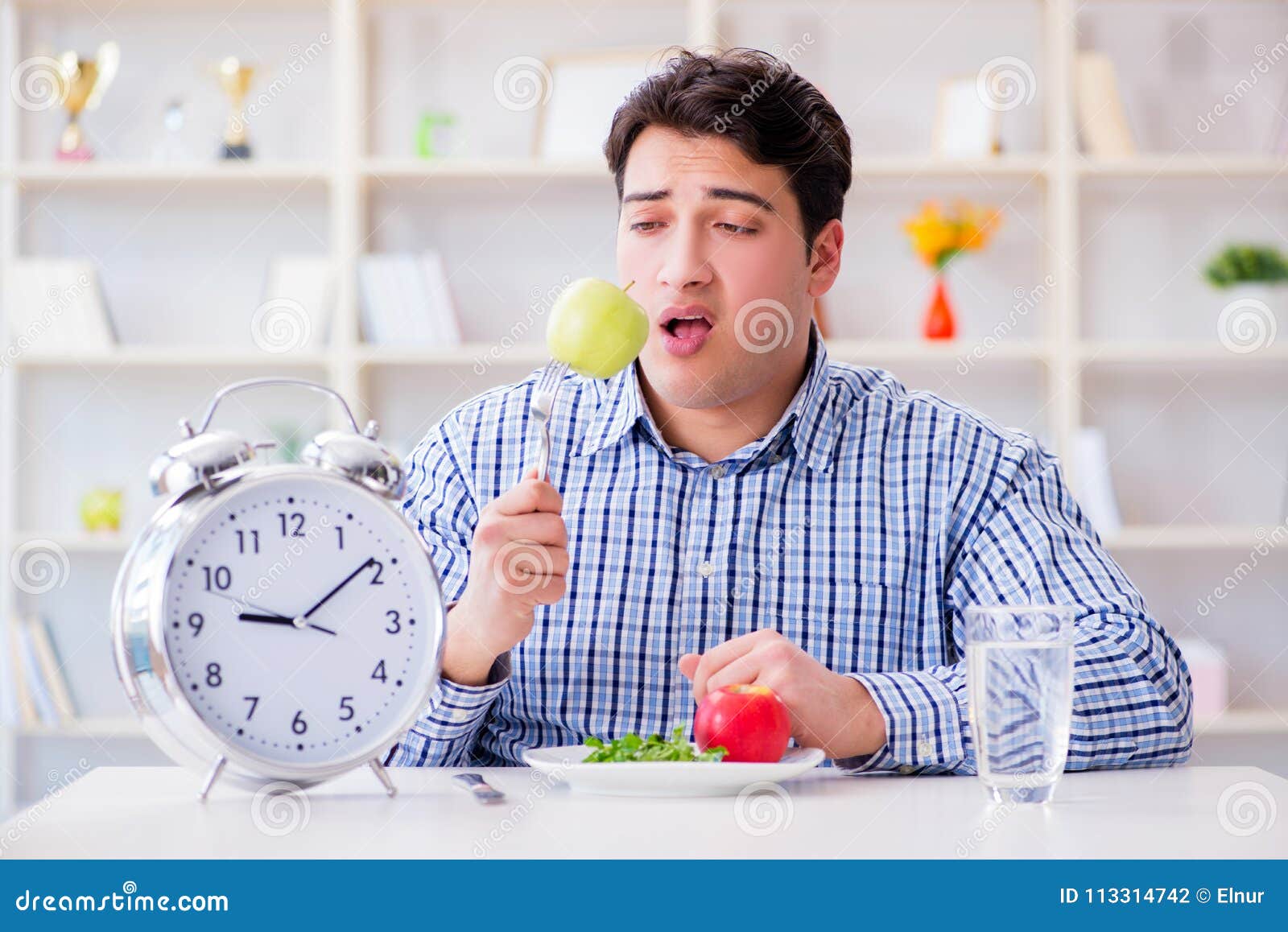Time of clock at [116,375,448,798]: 9:09
